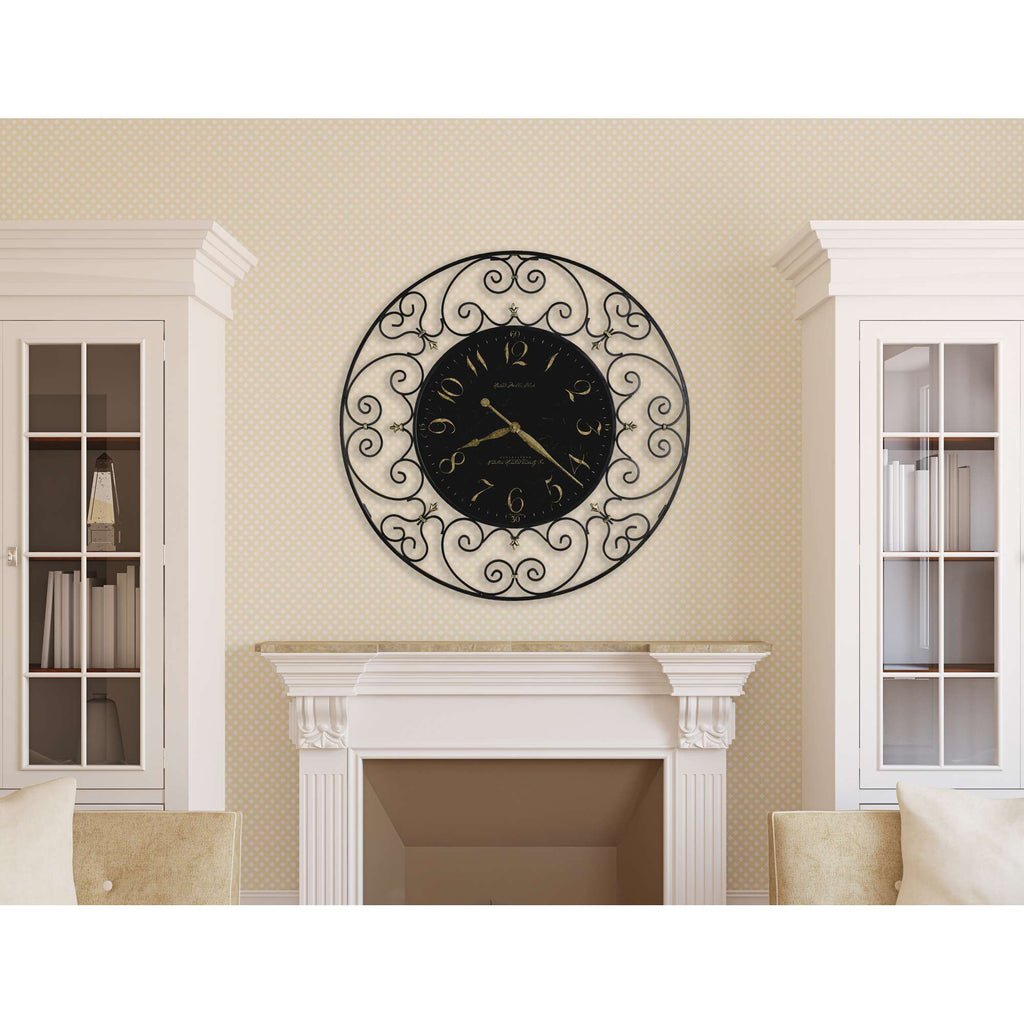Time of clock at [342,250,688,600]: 8:21
